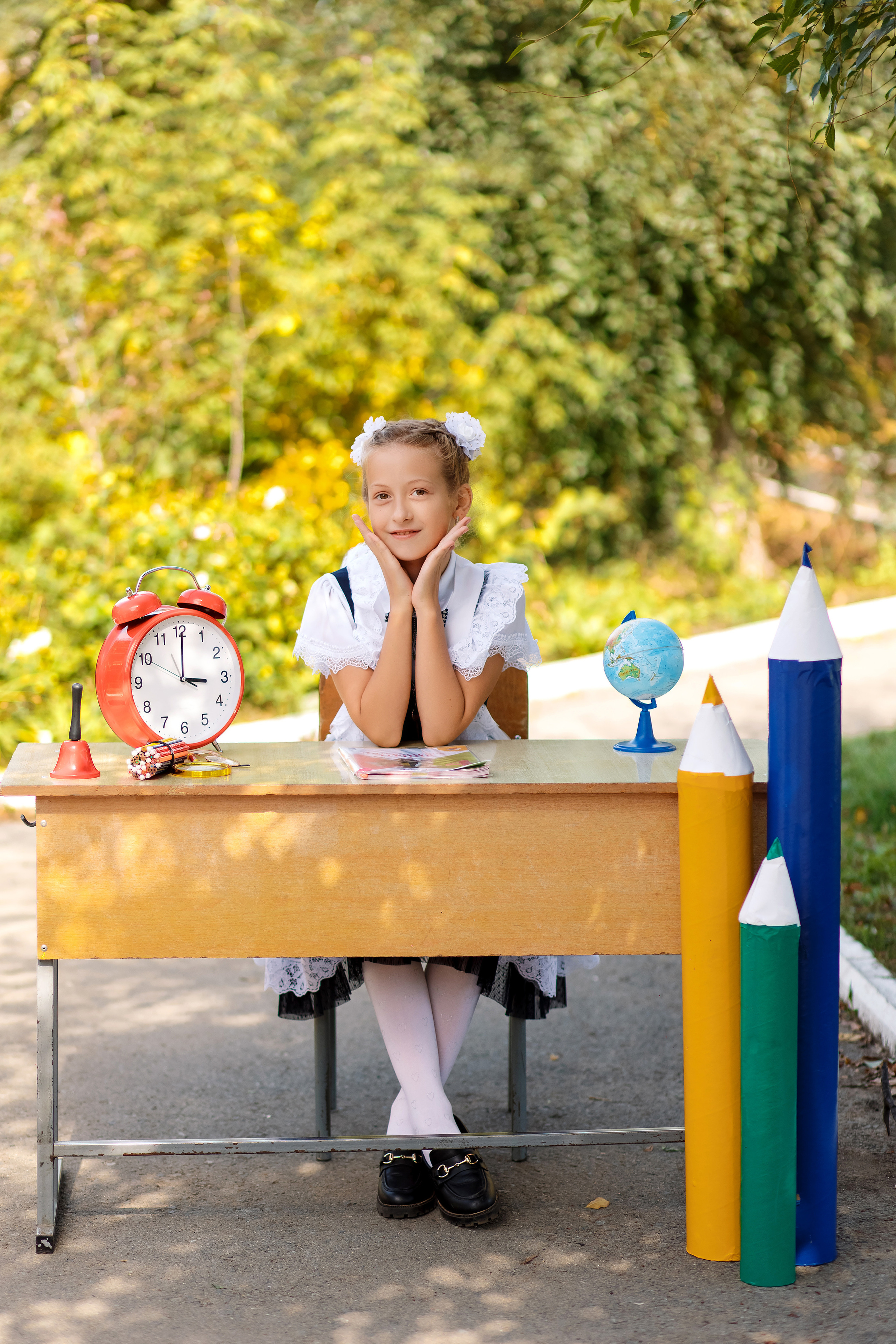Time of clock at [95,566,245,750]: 3:00
